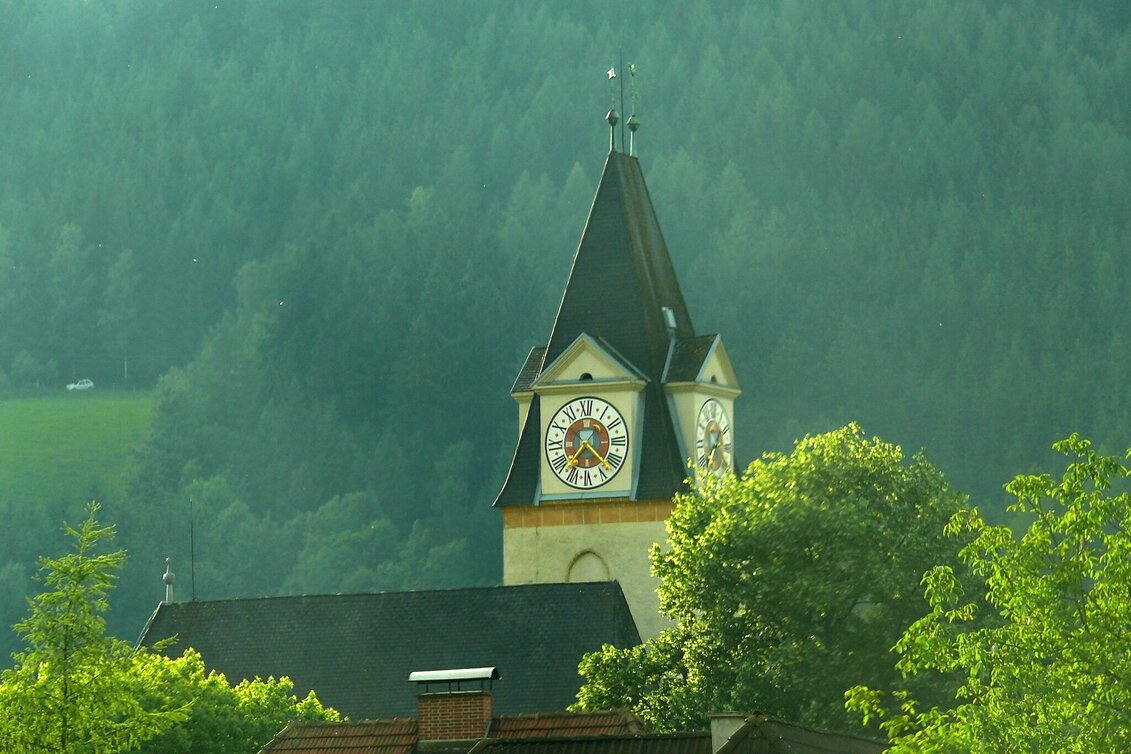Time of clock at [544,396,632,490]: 7:22
